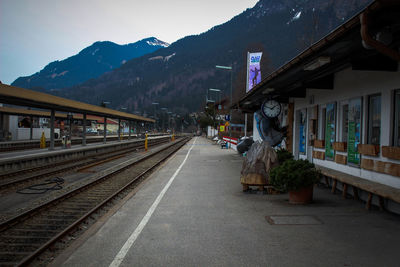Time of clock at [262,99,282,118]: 1:47
